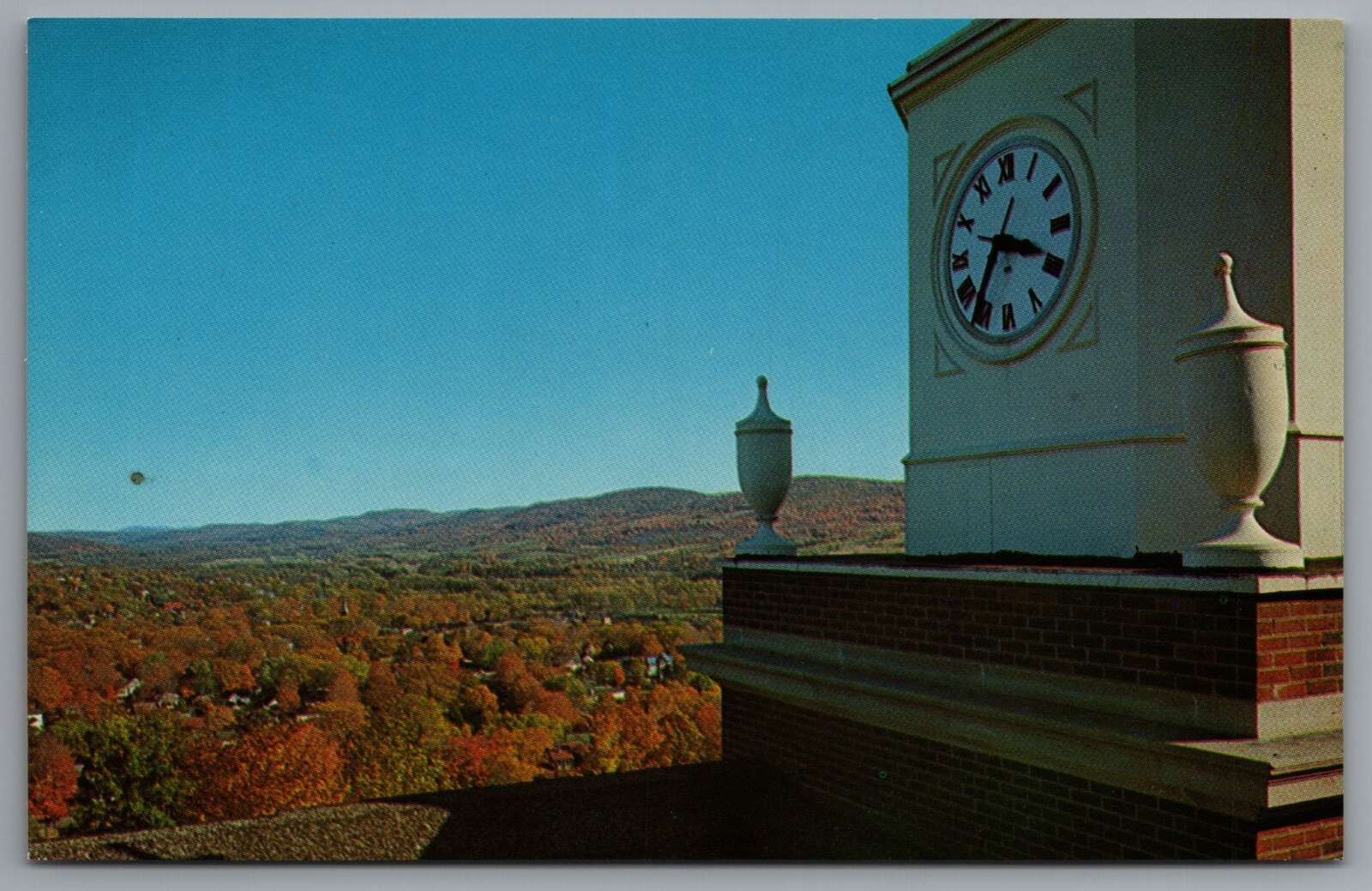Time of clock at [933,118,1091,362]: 3:36
